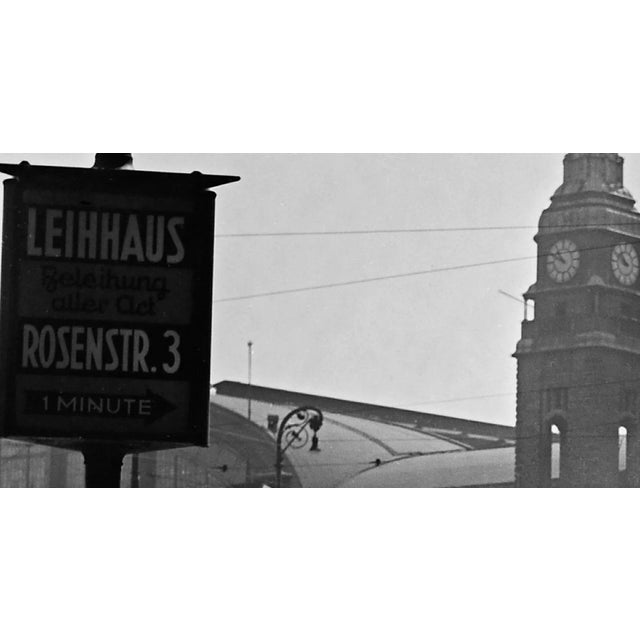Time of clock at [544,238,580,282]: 10:50
